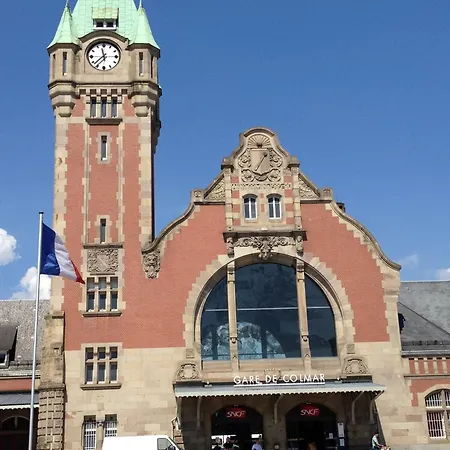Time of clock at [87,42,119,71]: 11:37
